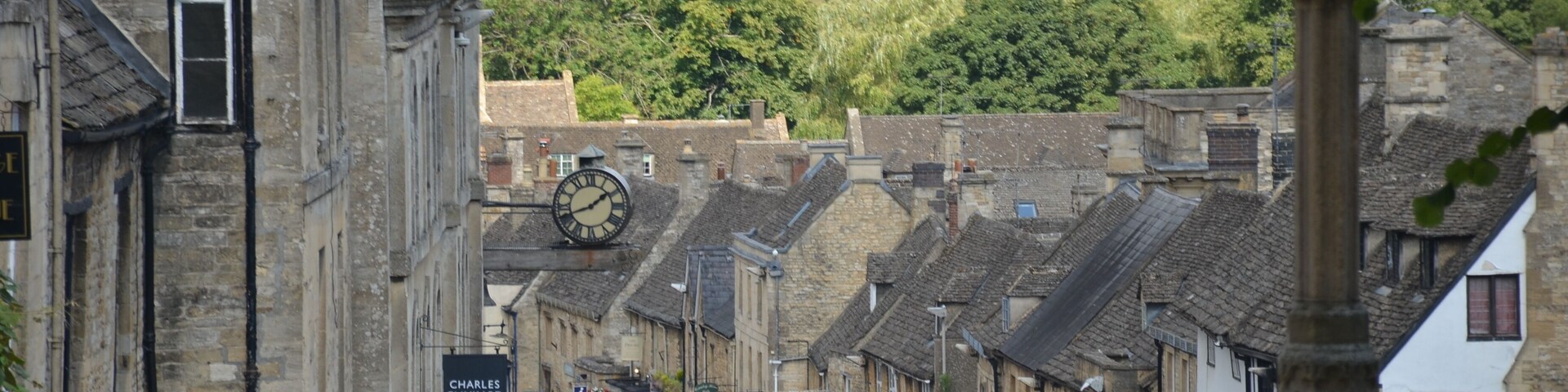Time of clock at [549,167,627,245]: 1:41
